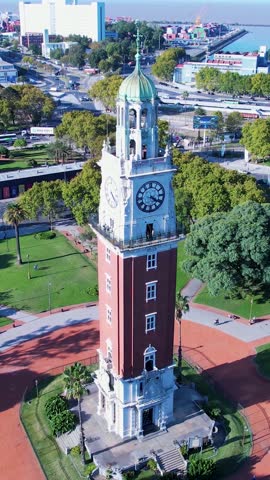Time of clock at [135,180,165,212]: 4:20
